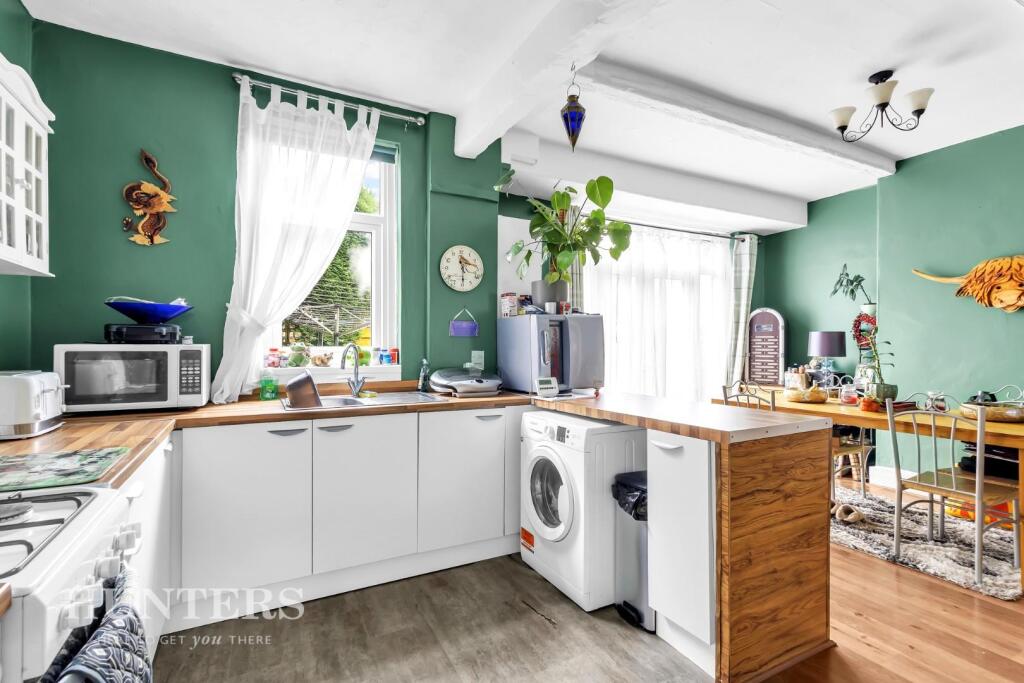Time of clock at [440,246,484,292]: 11:29
